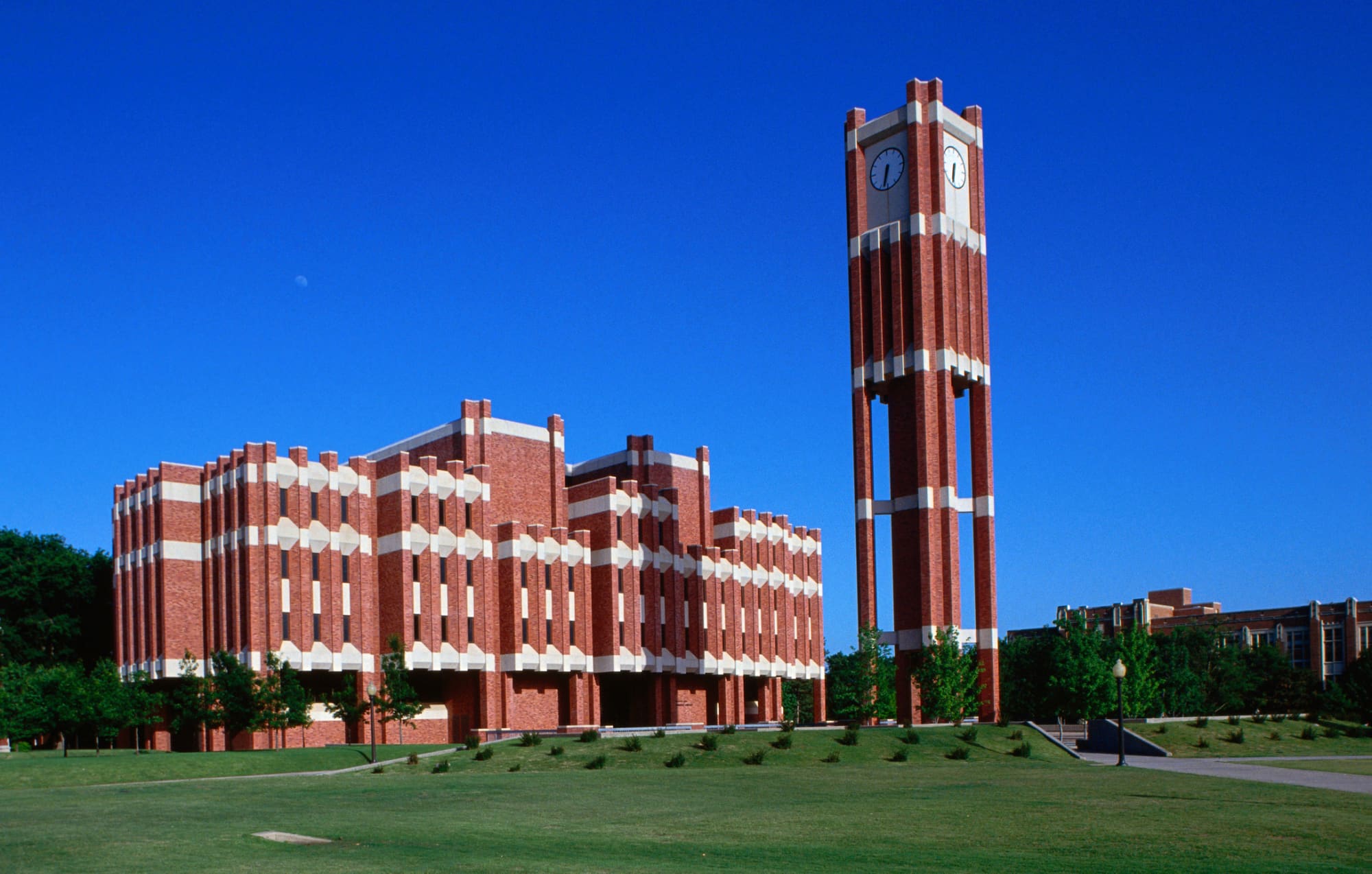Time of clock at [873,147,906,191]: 6:32
